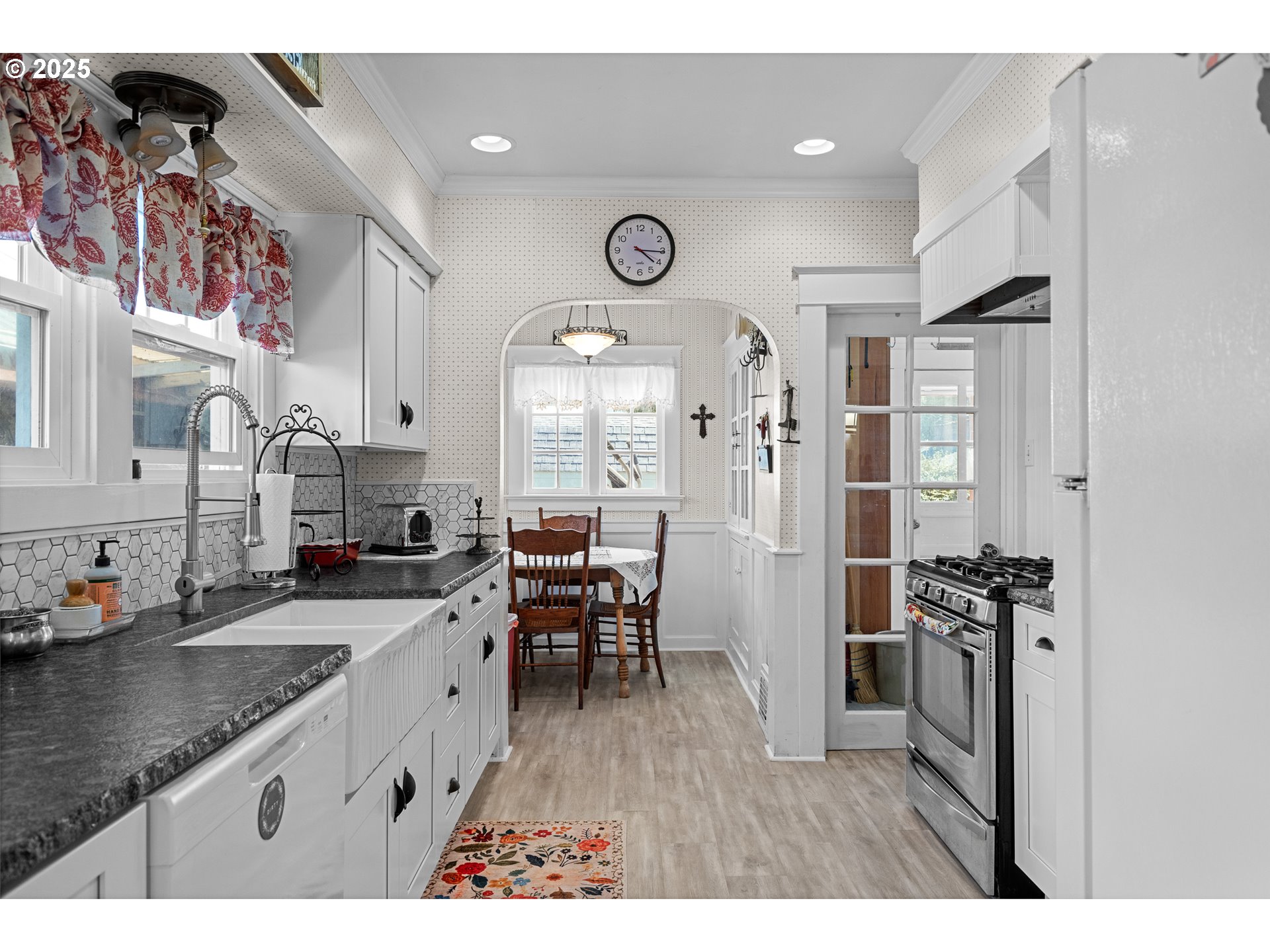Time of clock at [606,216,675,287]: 4:15
